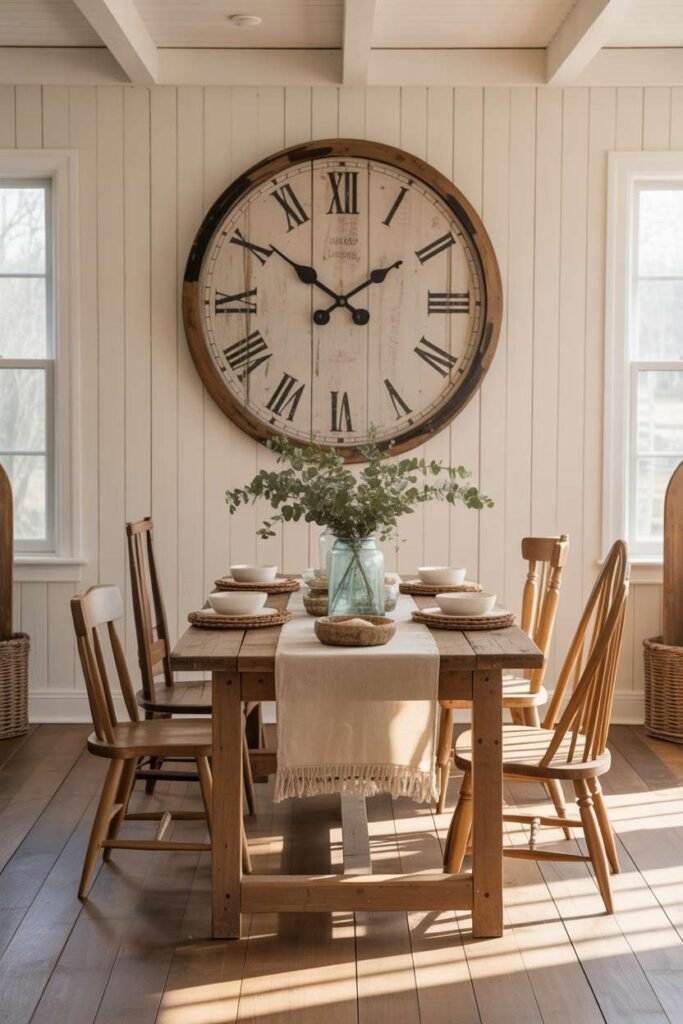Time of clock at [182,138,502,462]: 1:50
